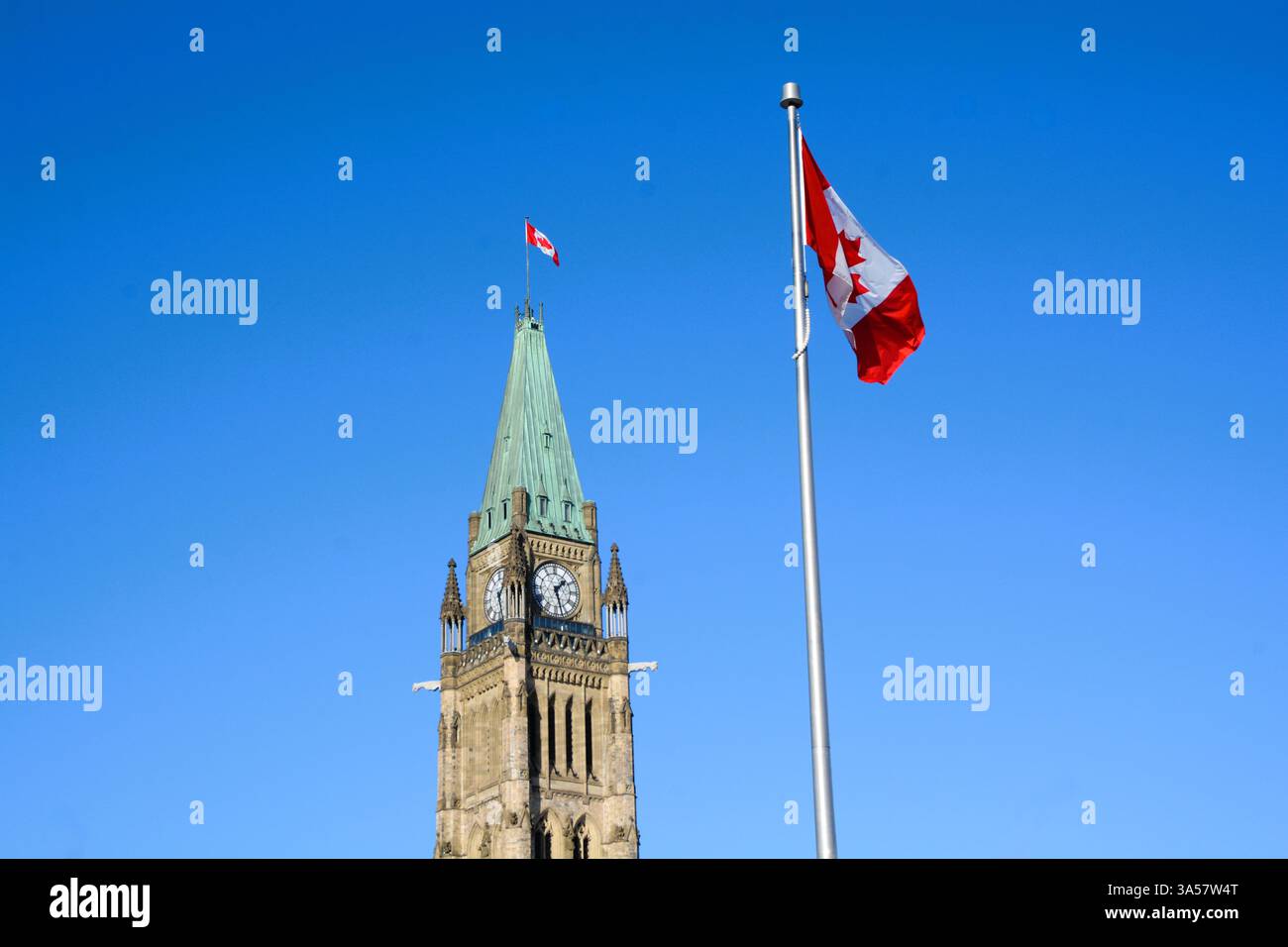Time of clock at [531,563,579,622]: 1:27
